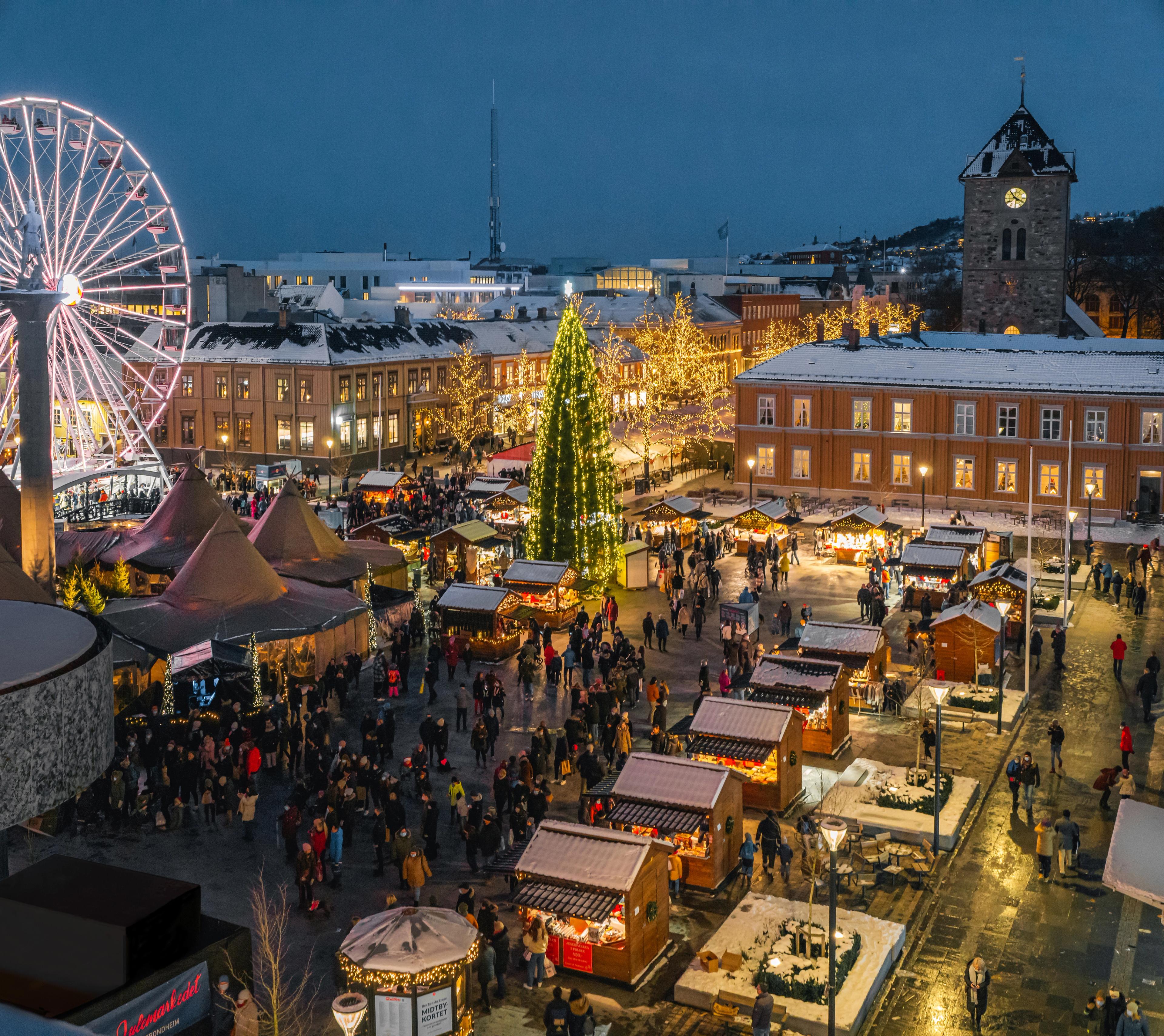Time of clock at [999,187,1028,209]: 3:53
